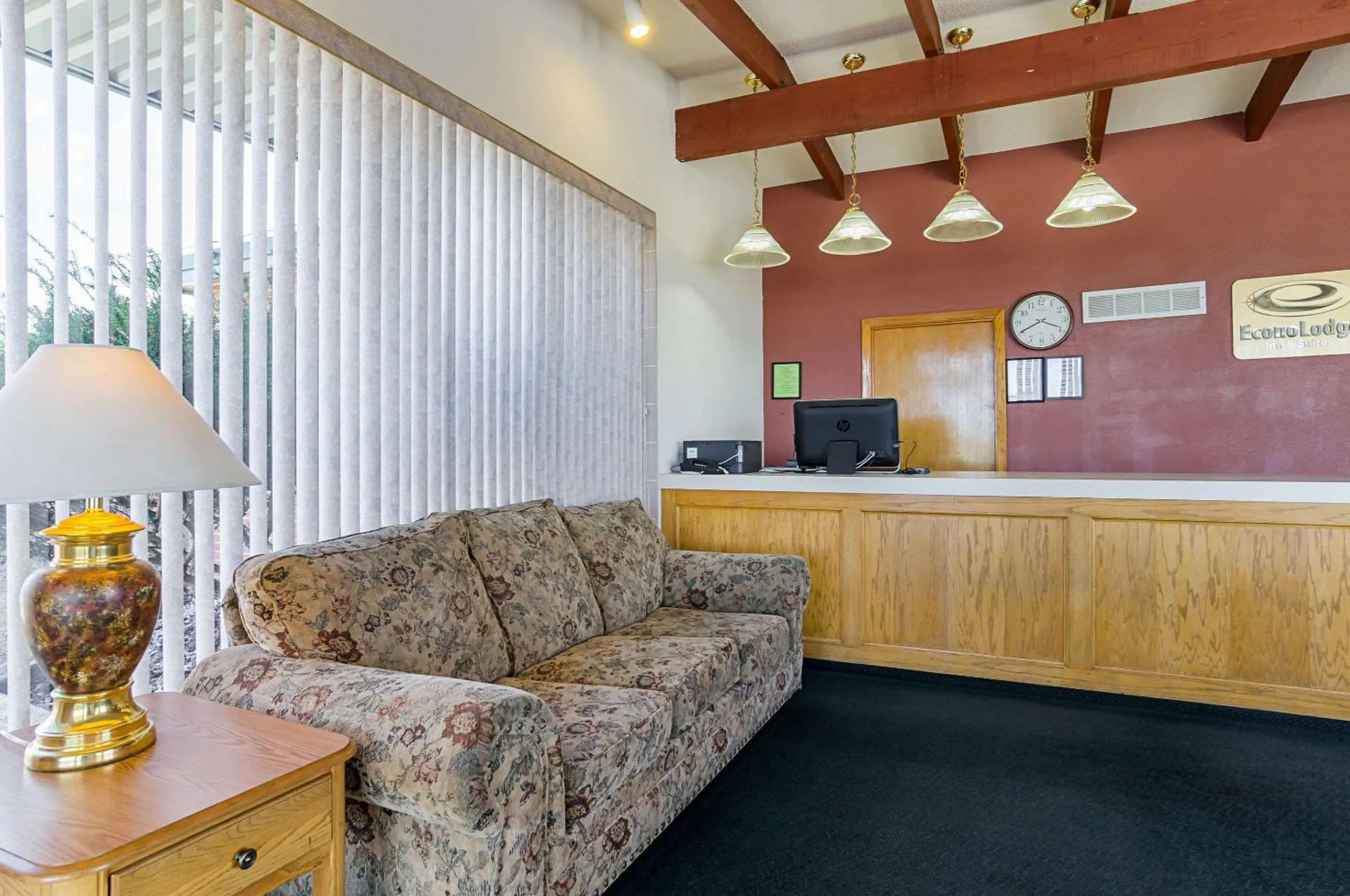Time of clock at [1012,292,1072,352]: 3:40
